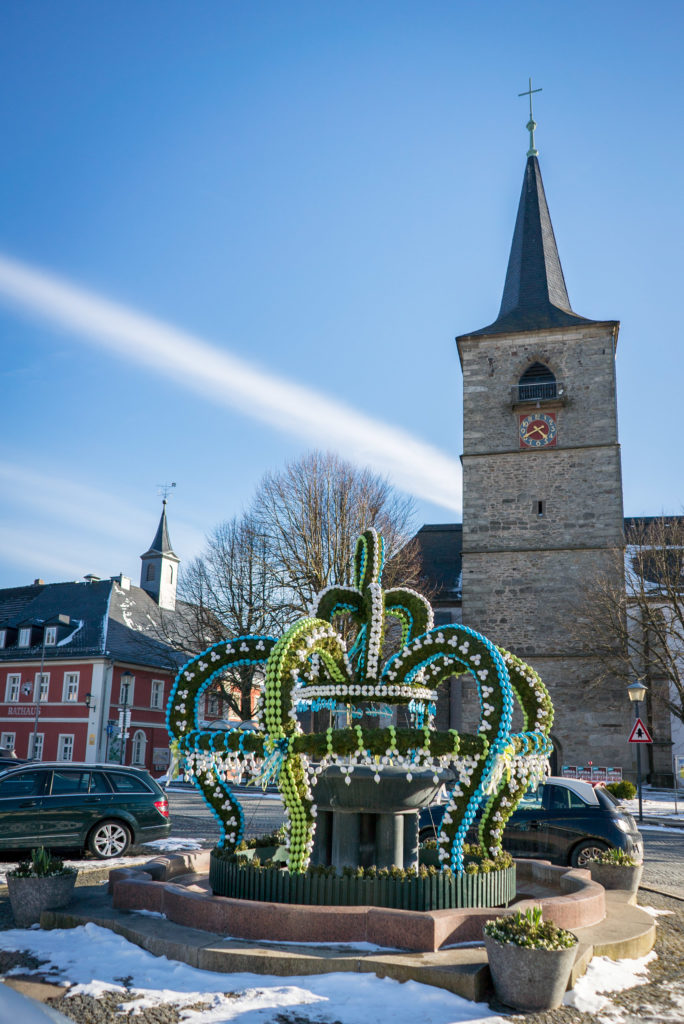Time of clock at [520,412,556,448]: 4:40
